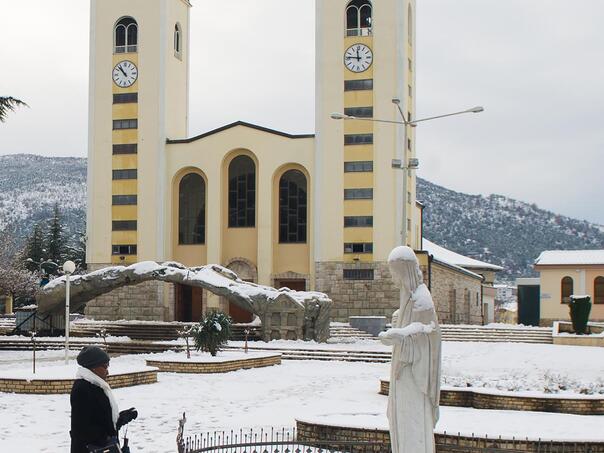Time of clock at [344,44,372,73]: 11:46
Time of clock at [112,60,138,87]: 10:53
